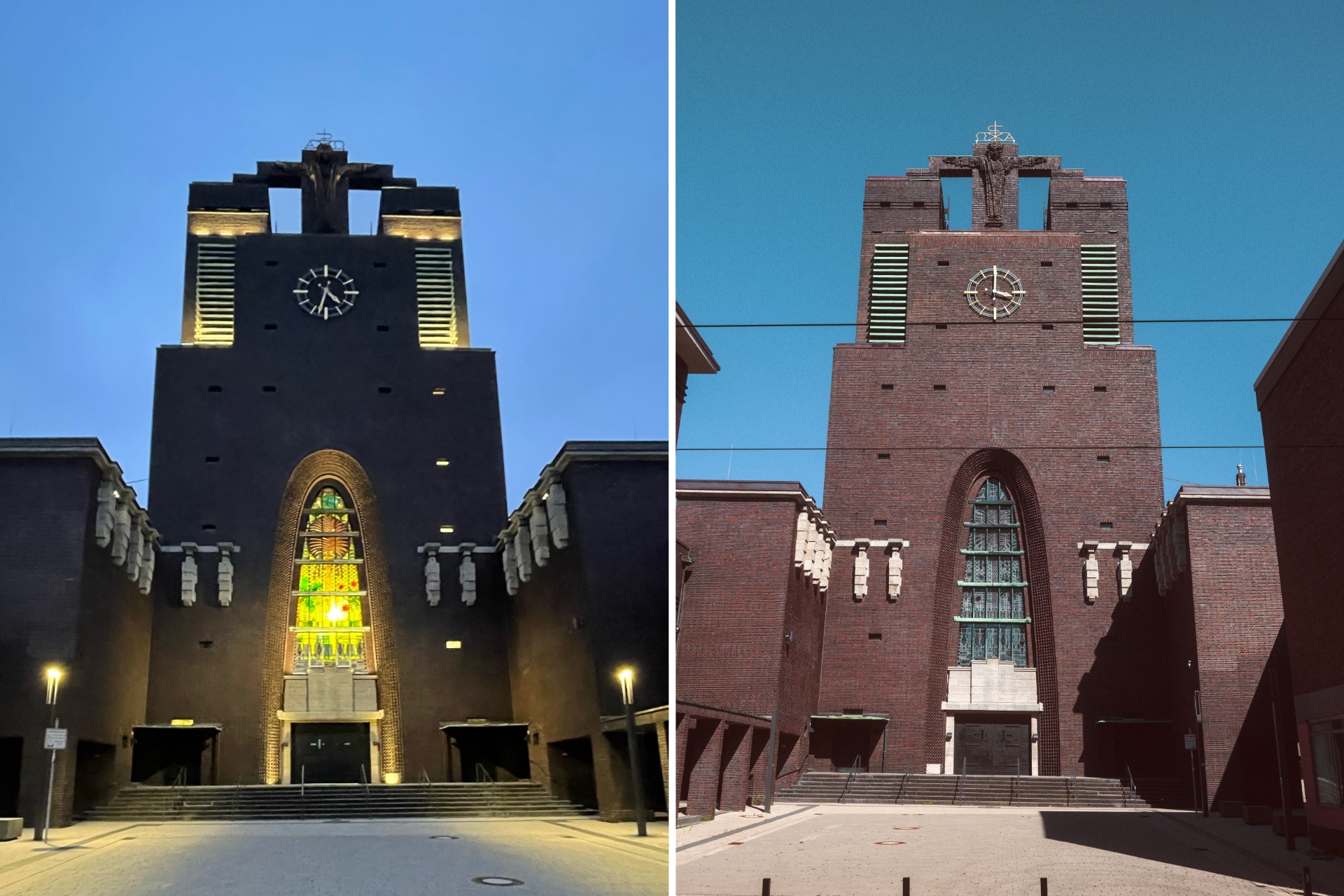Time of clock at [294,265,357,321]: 4:32
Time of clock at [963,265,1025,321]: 4:00
